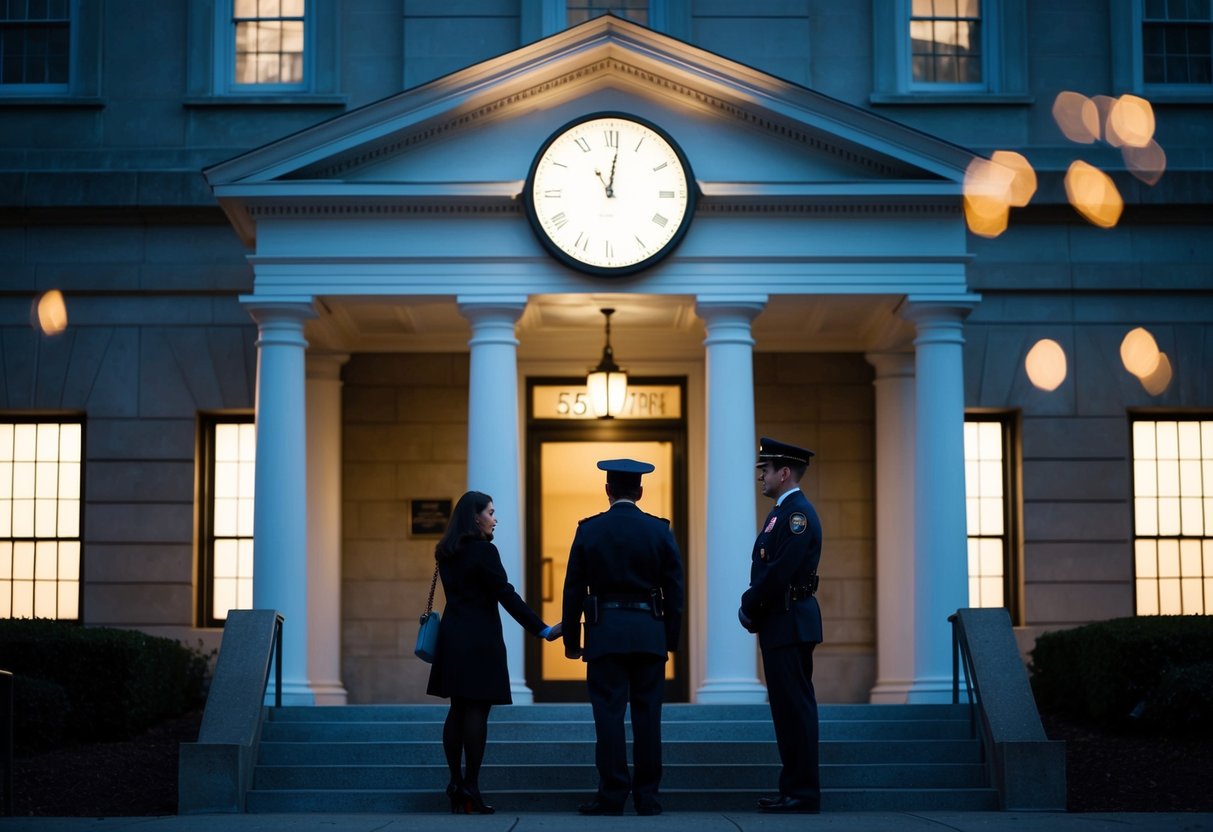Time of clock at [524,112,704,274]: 11:01
